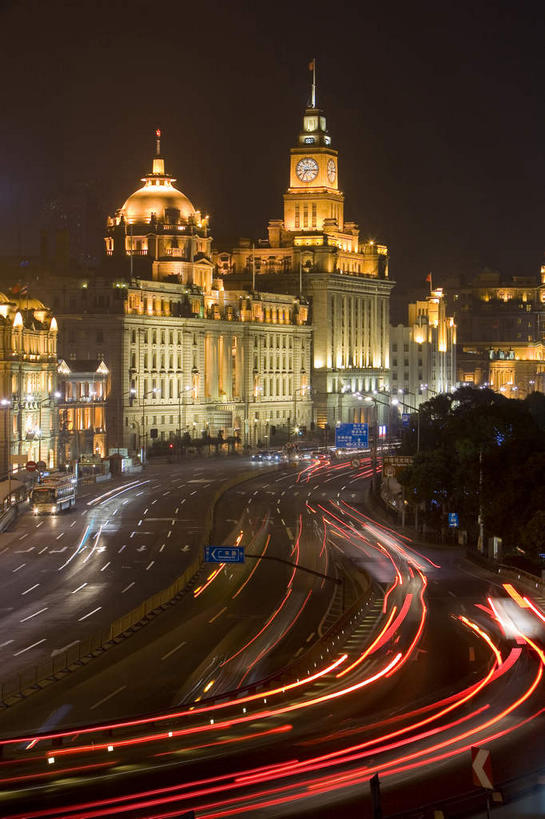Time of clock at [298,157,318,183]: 7:14
